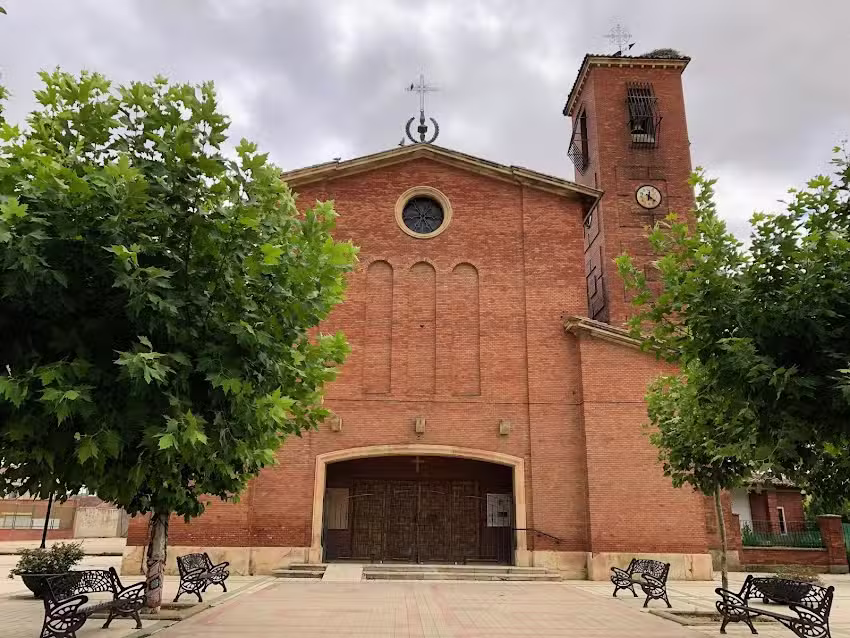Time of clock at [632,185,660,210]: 6:21
